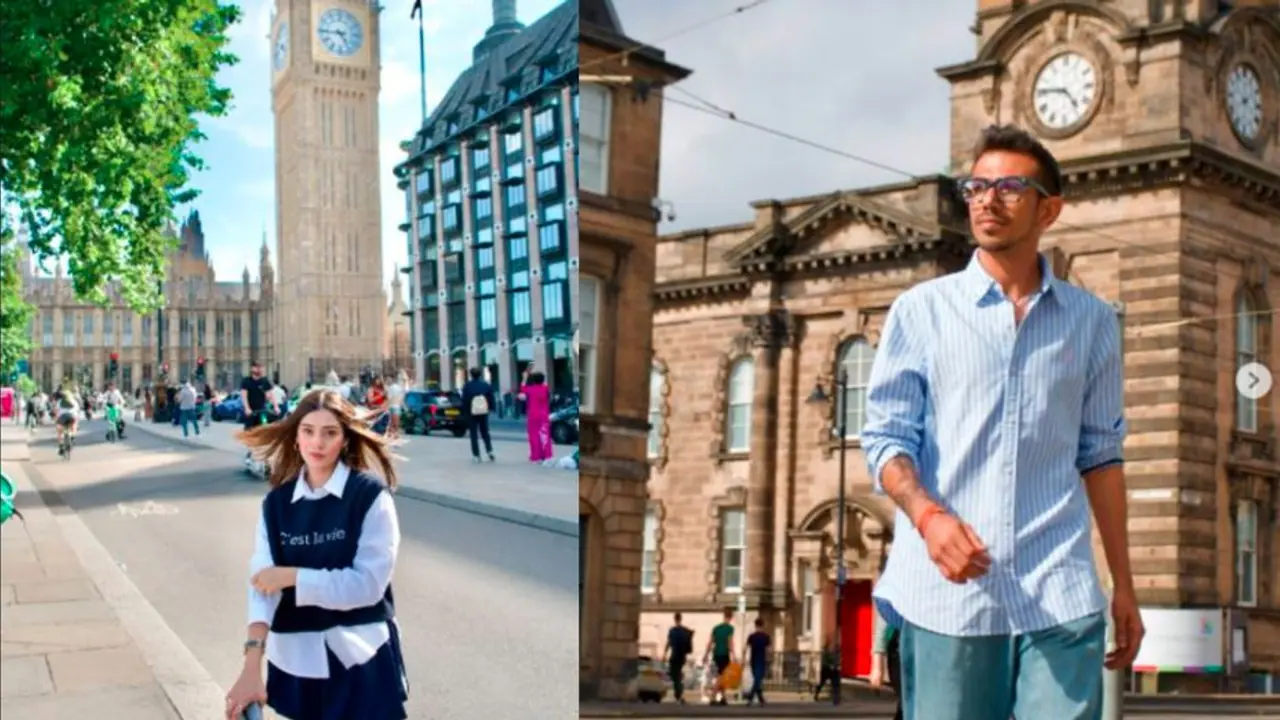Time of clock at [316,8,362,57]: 4:45
